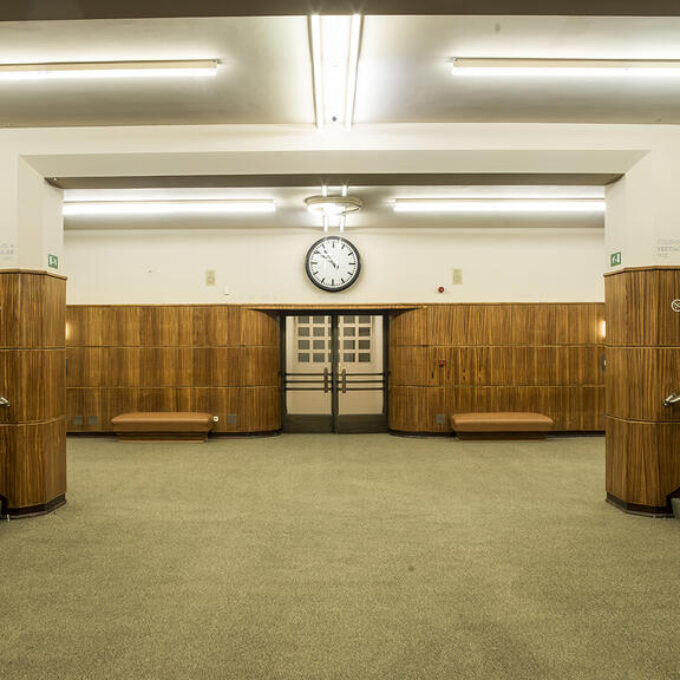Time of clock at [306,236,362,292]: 10:50
